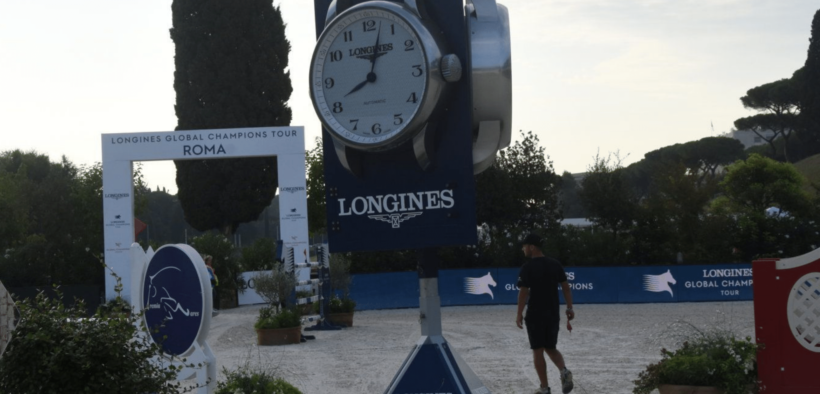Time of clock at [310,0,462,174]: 8:02
